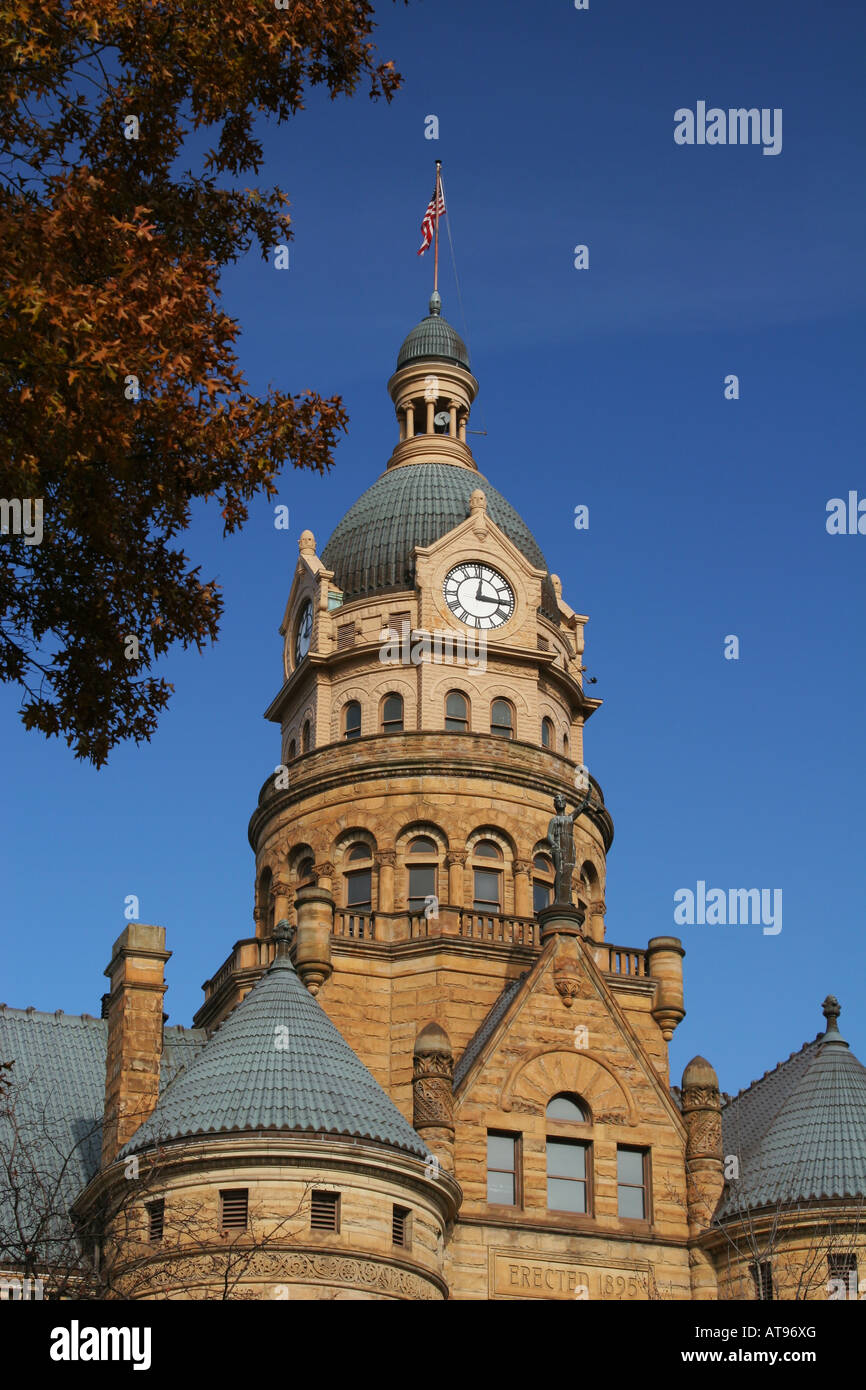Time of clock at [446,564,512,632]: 12:15
